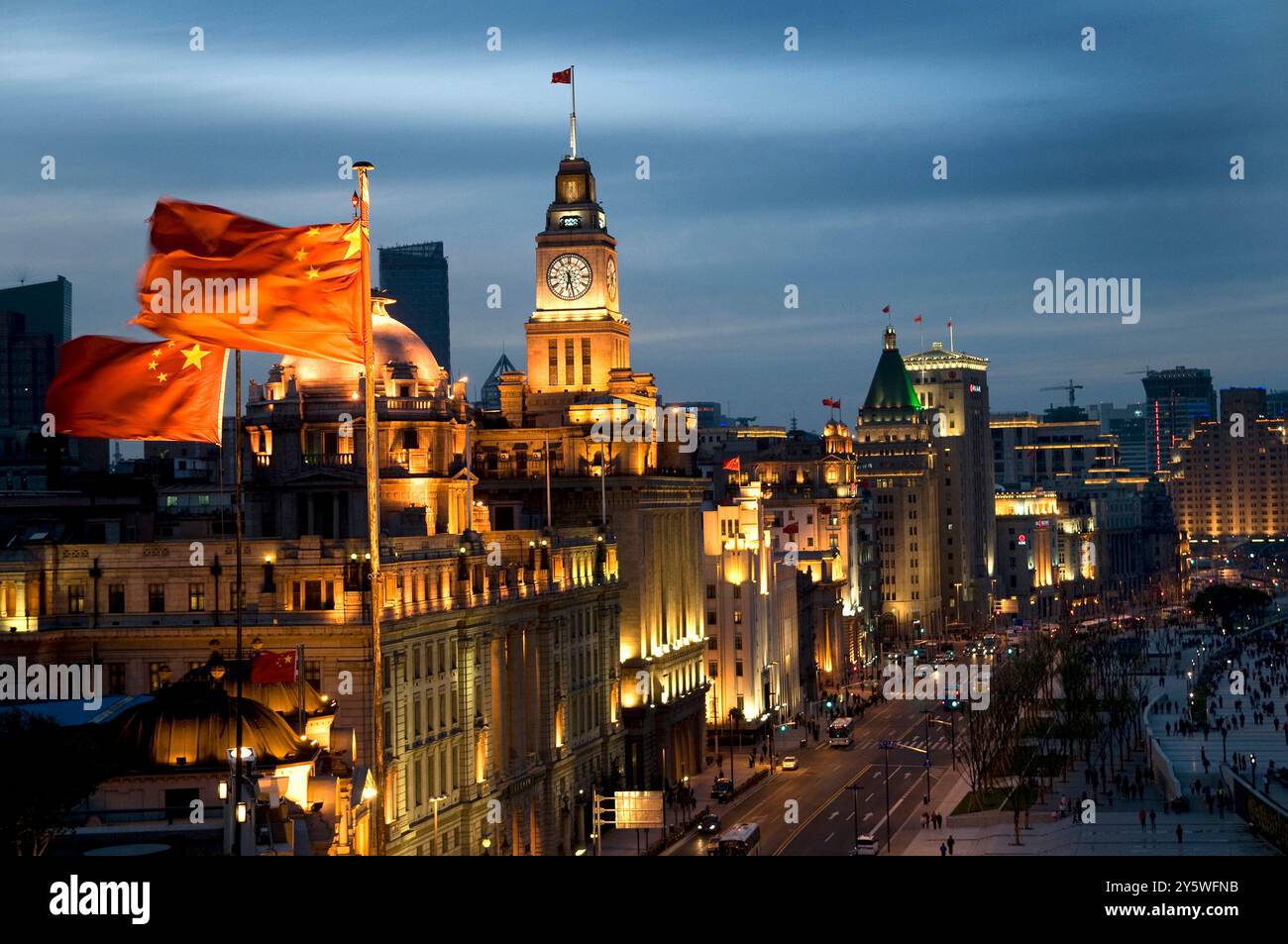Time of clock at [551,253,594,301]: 6:27
